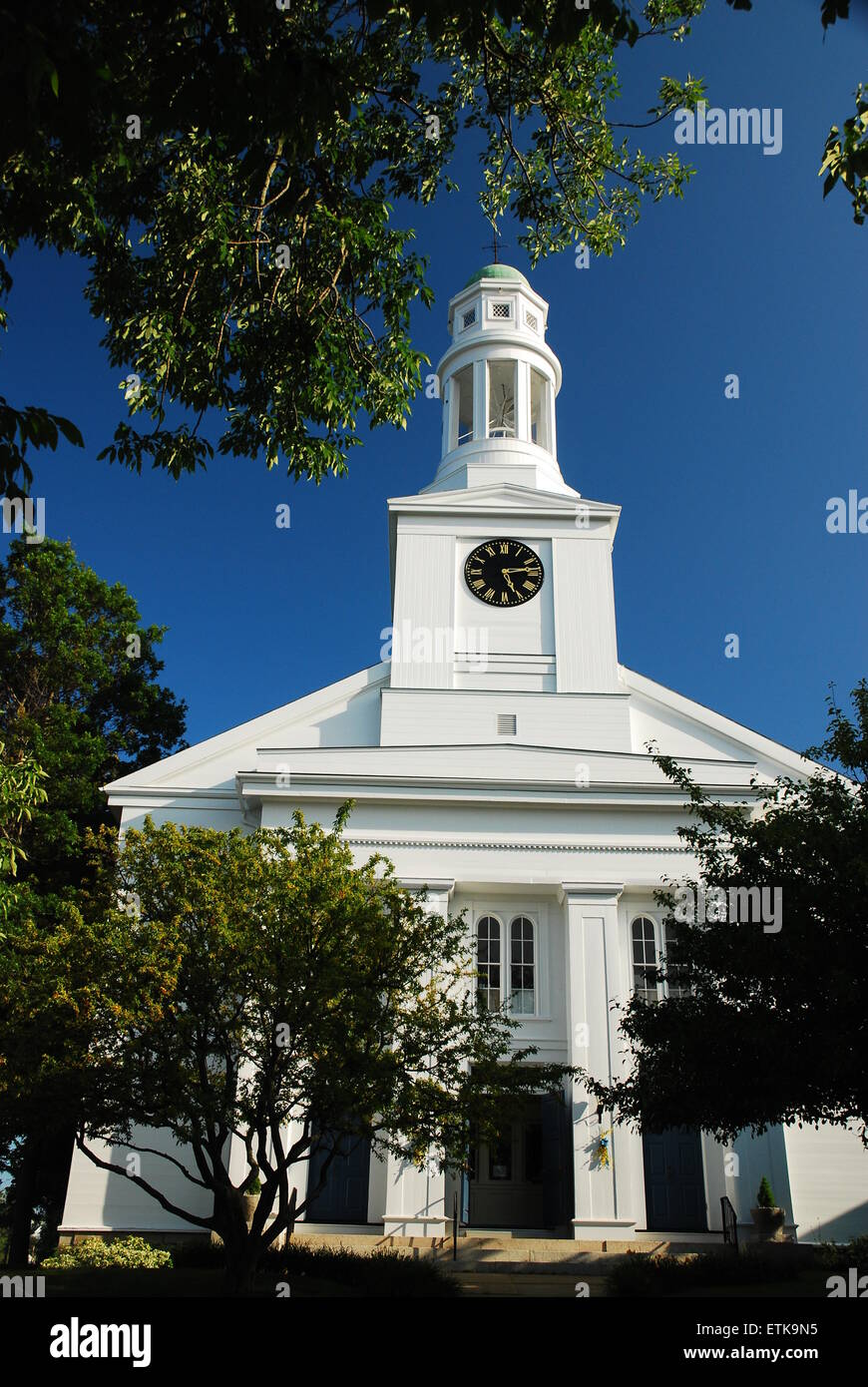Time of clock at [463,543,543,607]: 5:13
